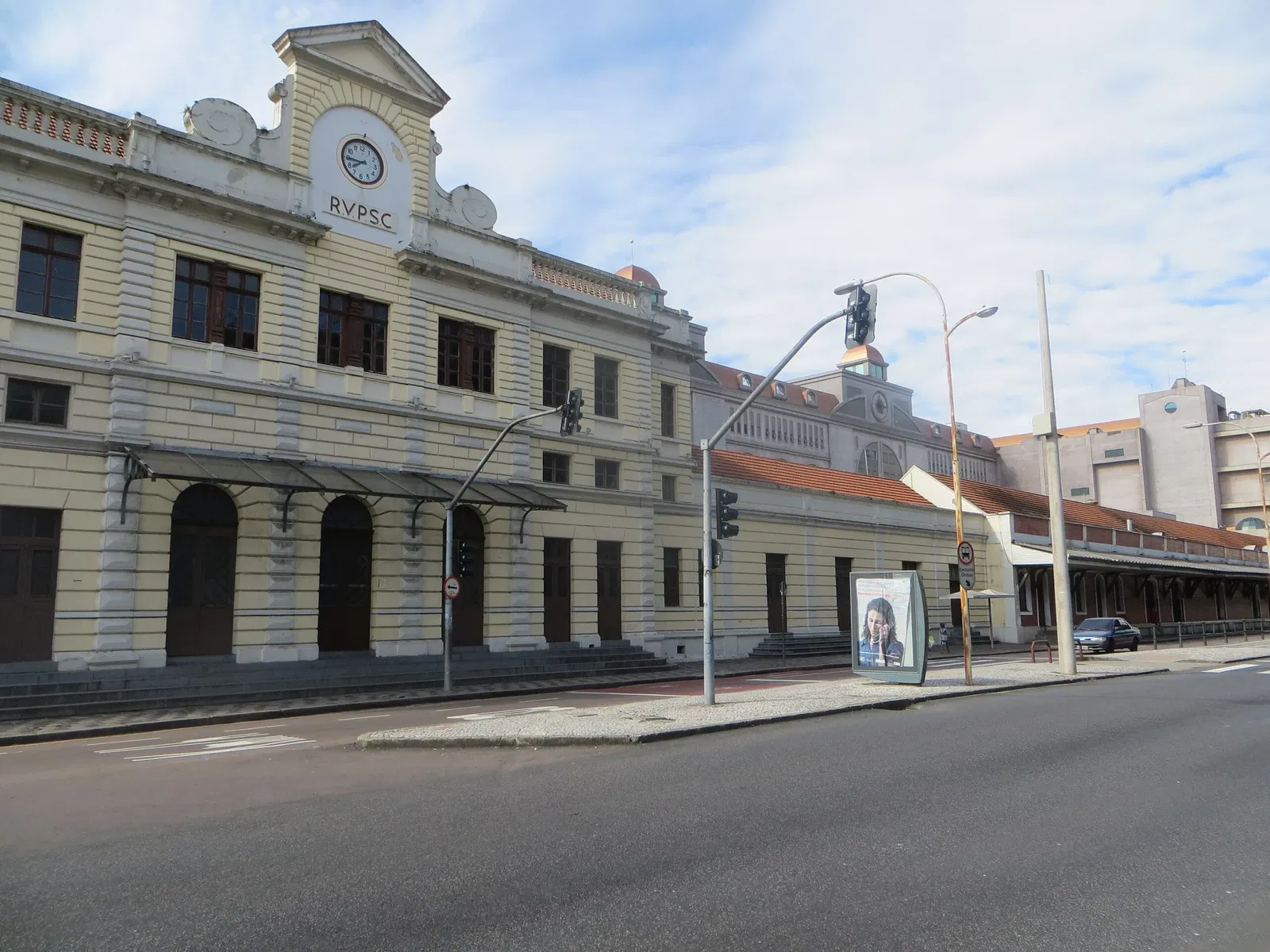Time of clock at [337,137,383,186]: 7:44
